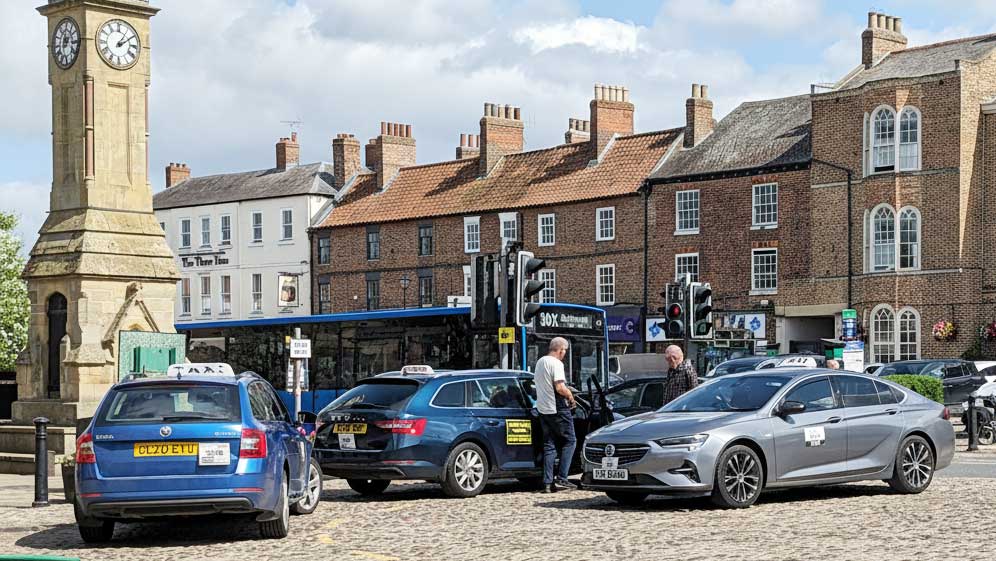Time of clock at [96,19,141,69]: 1:09
